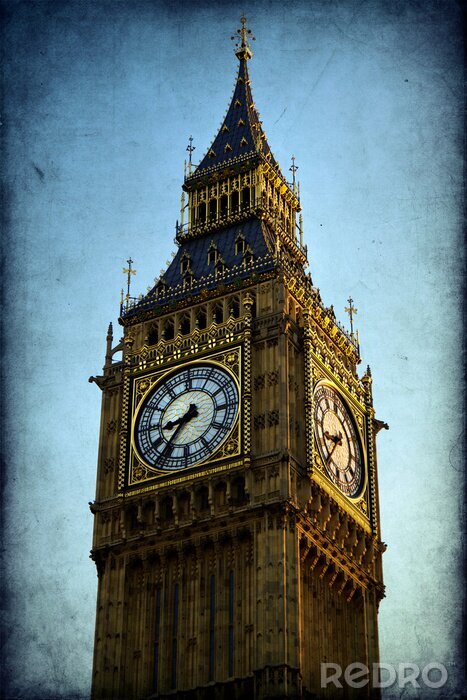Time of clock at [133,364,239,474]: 8:36
